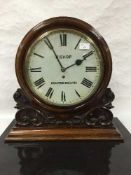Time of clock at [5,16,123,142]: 1:55
